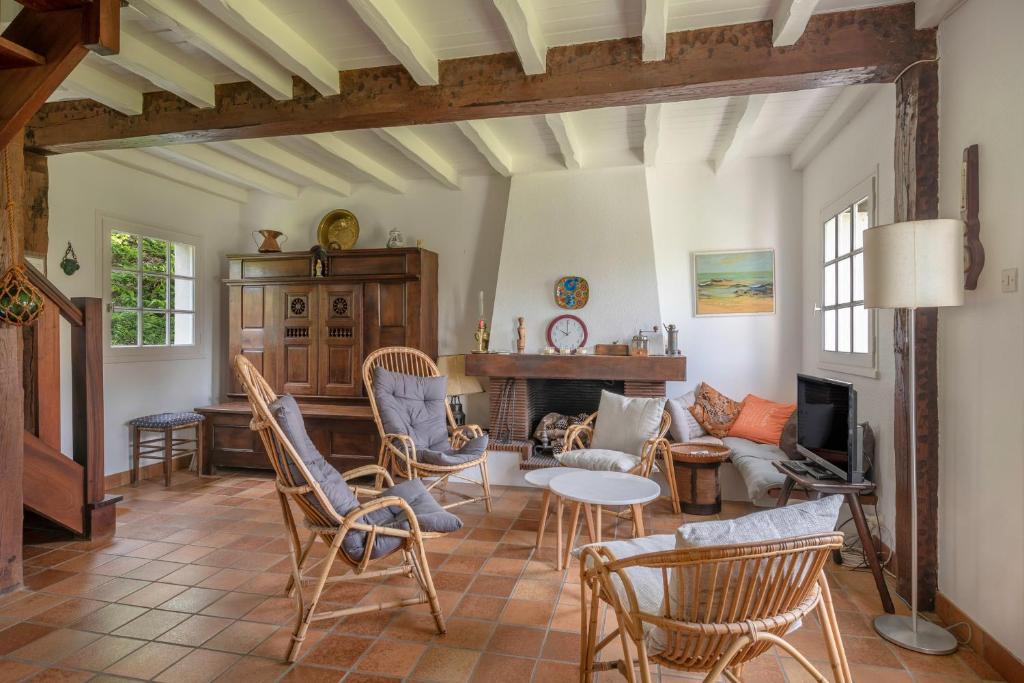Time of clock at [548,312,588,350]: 10:00
